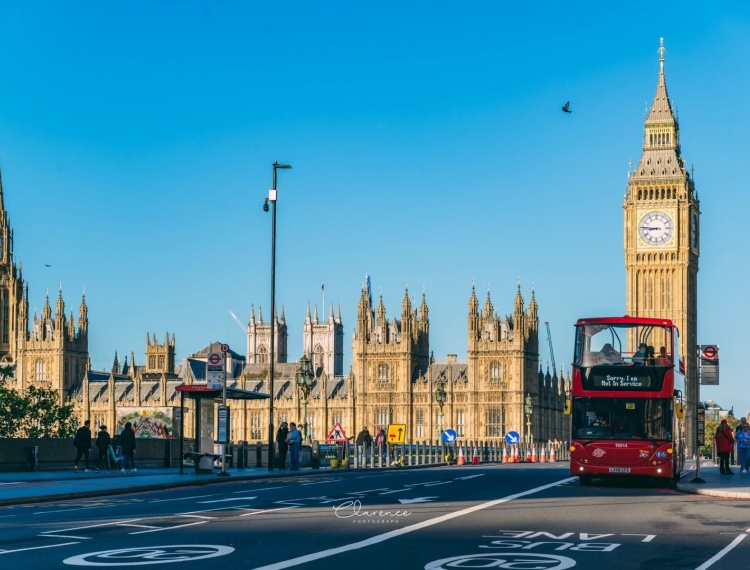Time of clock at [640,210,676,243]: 8:46
